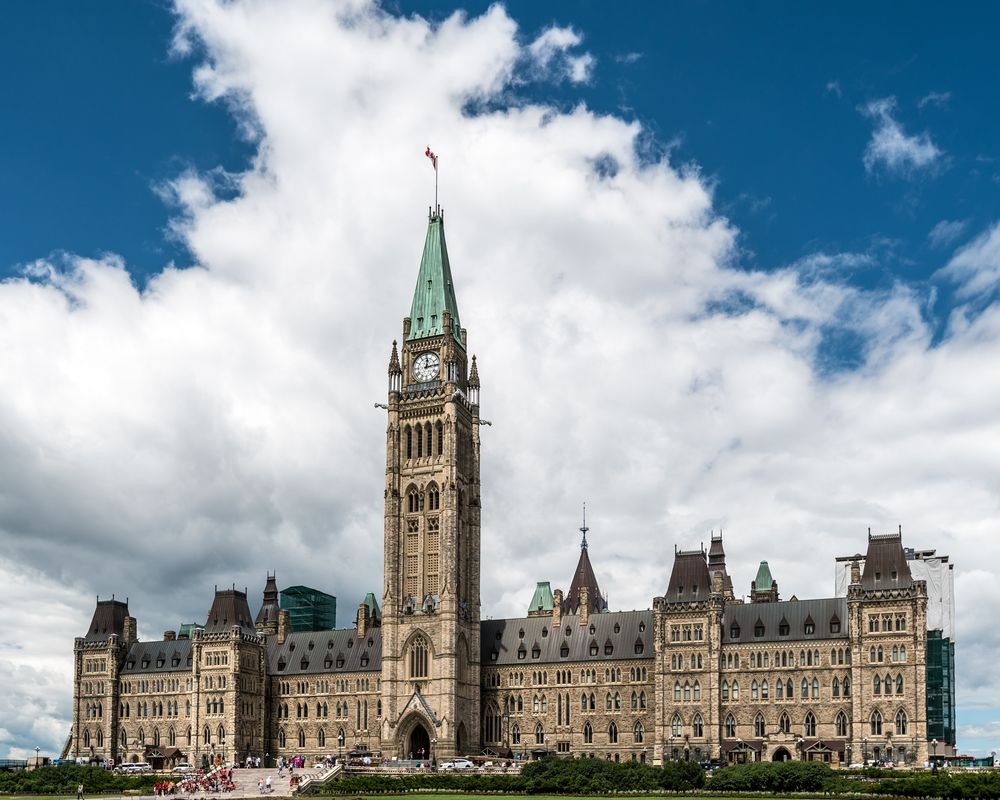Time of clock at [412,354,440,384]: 12:13
